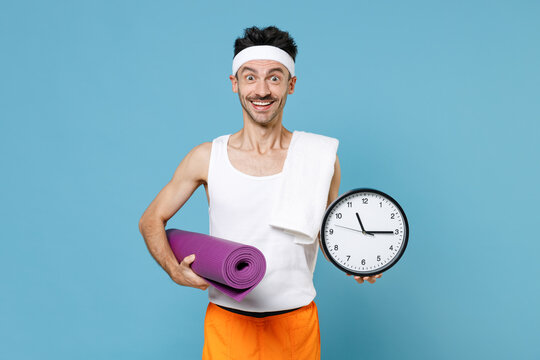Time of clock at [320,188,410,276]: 11:14
